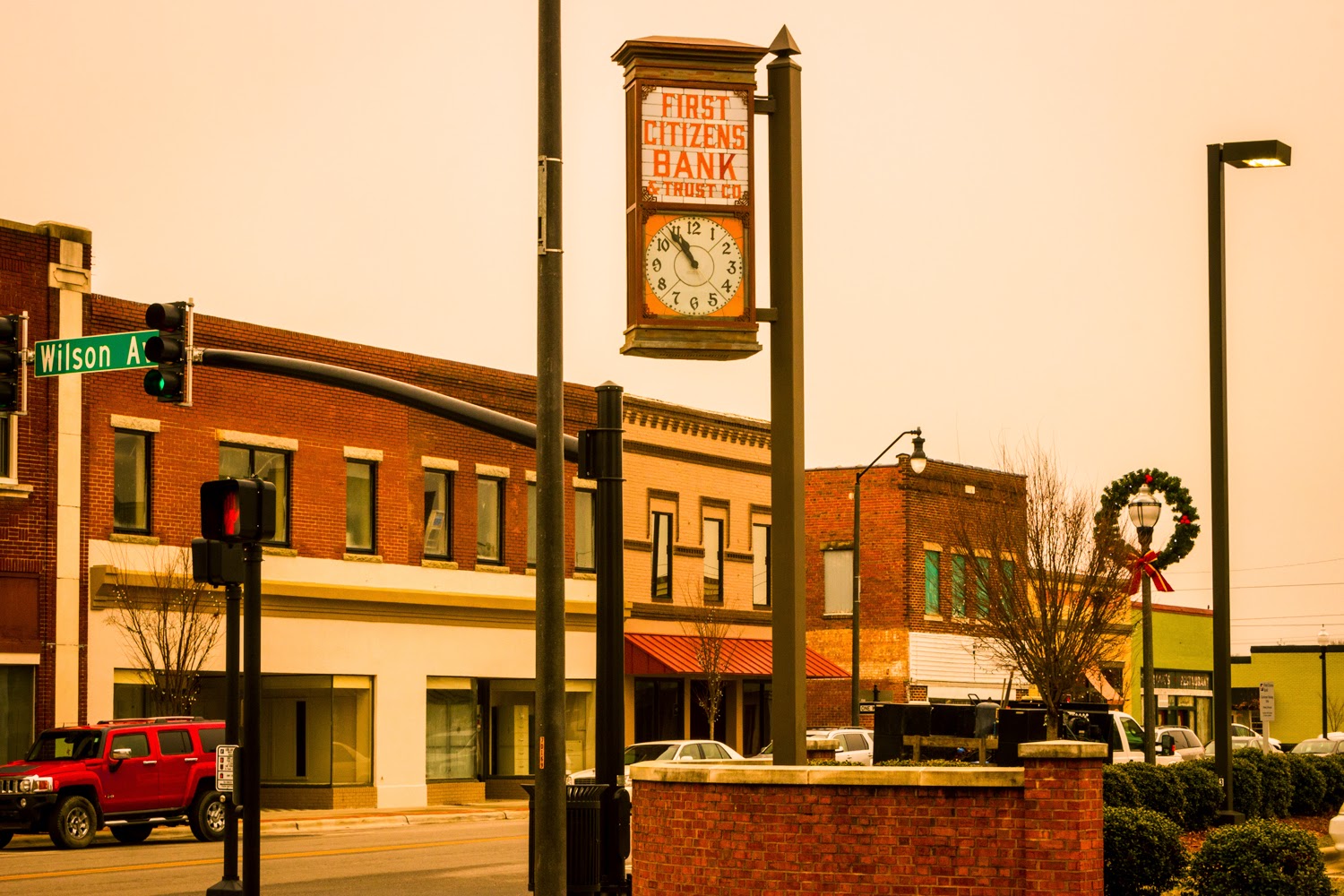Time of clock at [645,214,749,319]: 10:53
